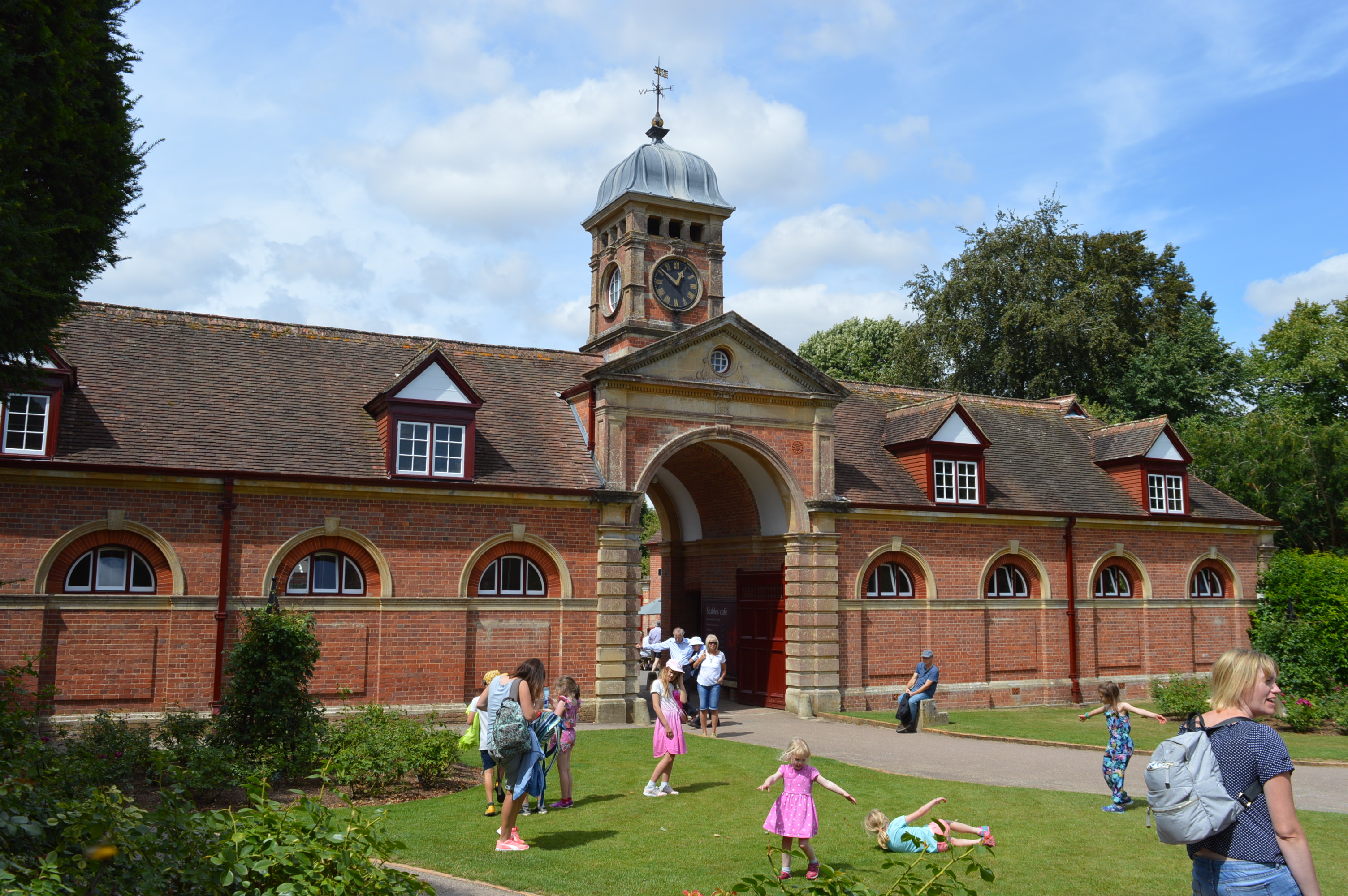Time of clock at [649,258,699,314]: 12:51
